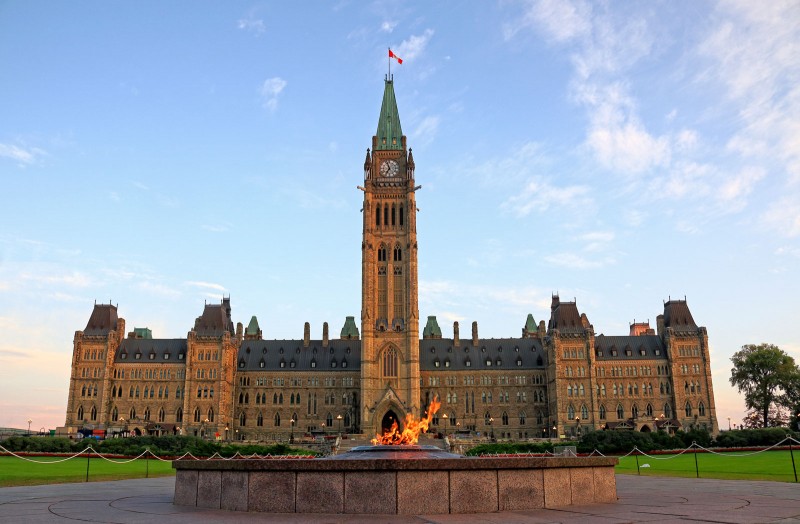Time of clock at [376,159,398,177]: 6:57
